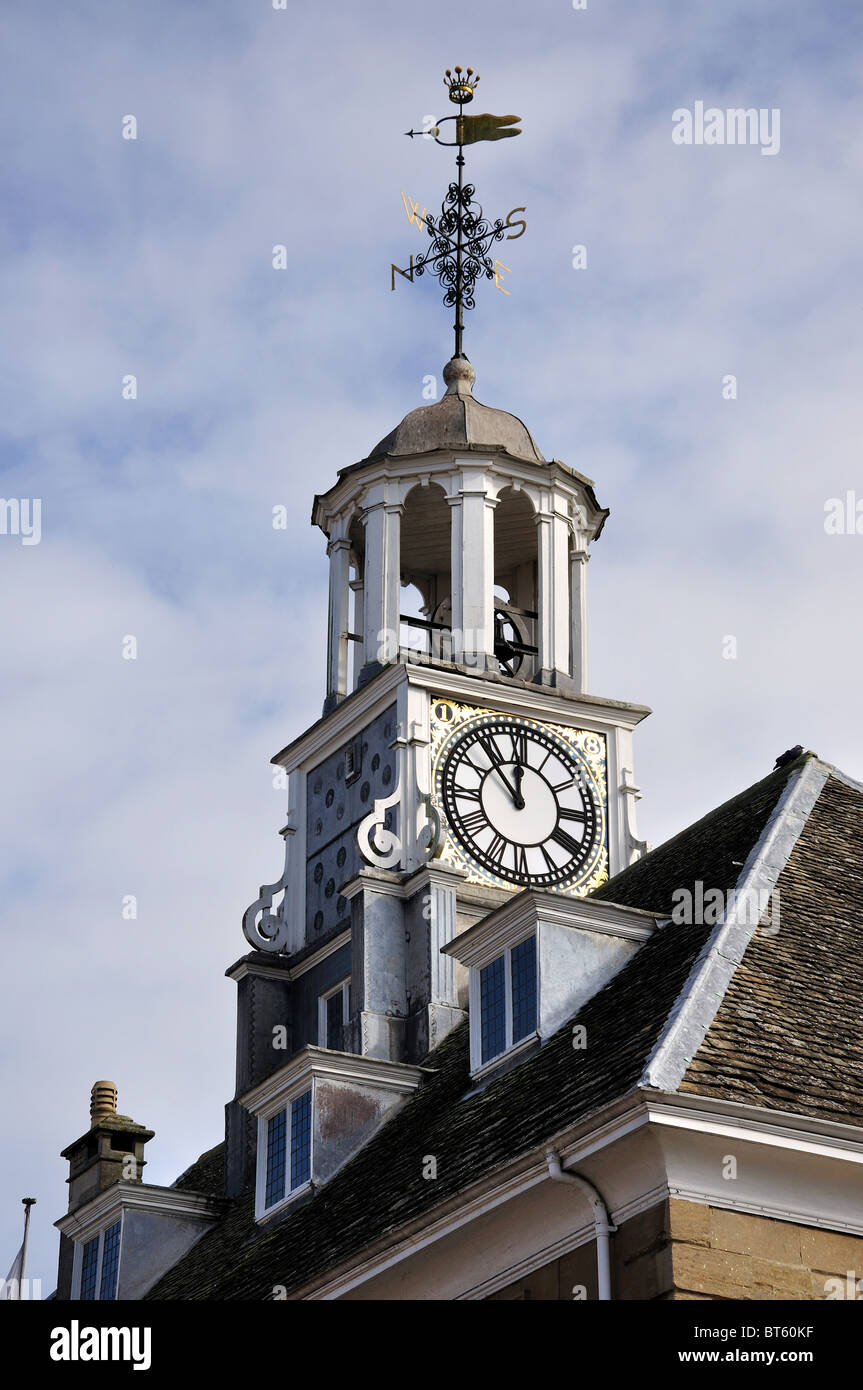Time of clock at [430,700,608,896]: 11:52
